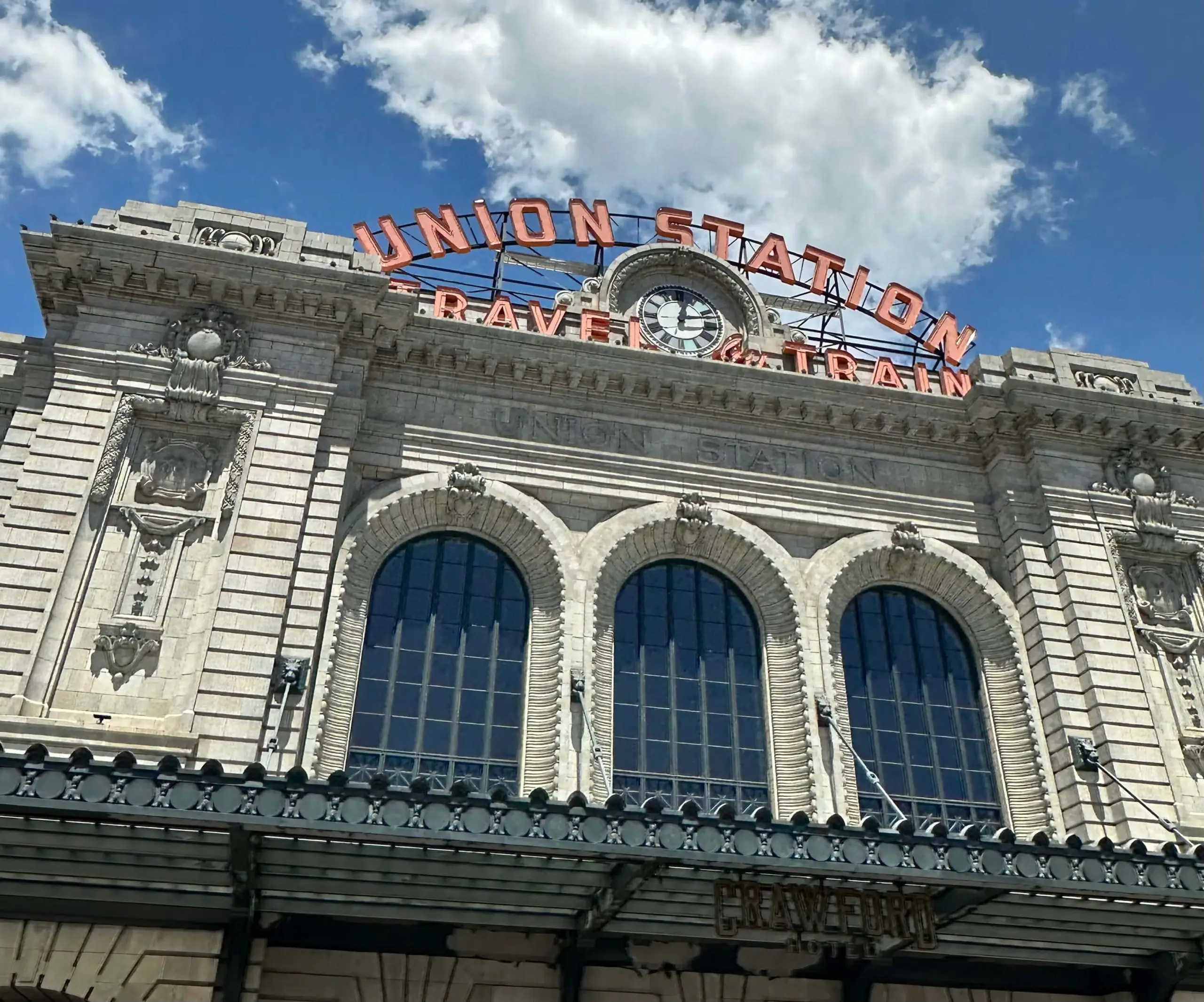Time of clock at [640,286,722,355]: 12:13
